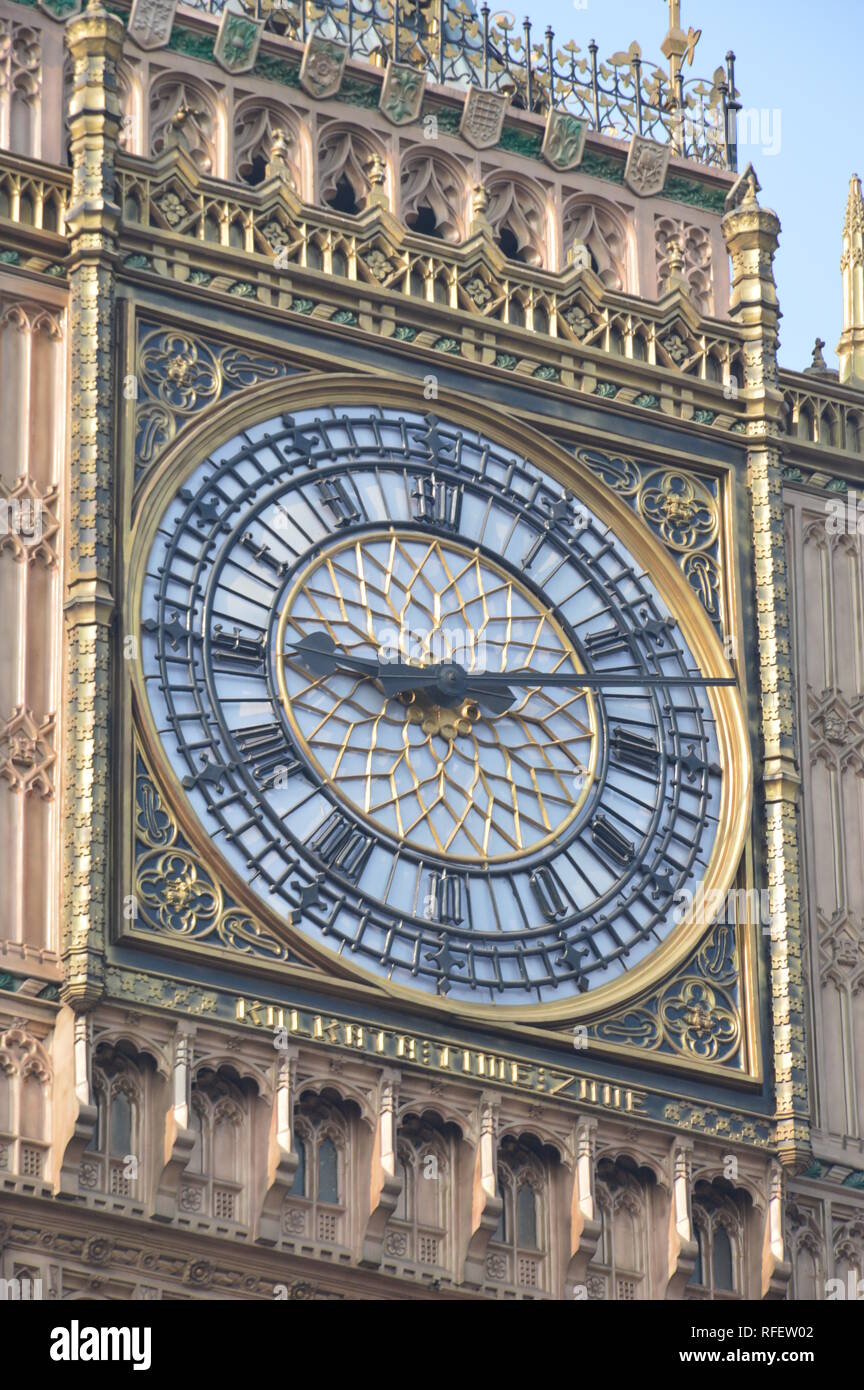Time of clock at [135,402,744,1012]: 9:11
